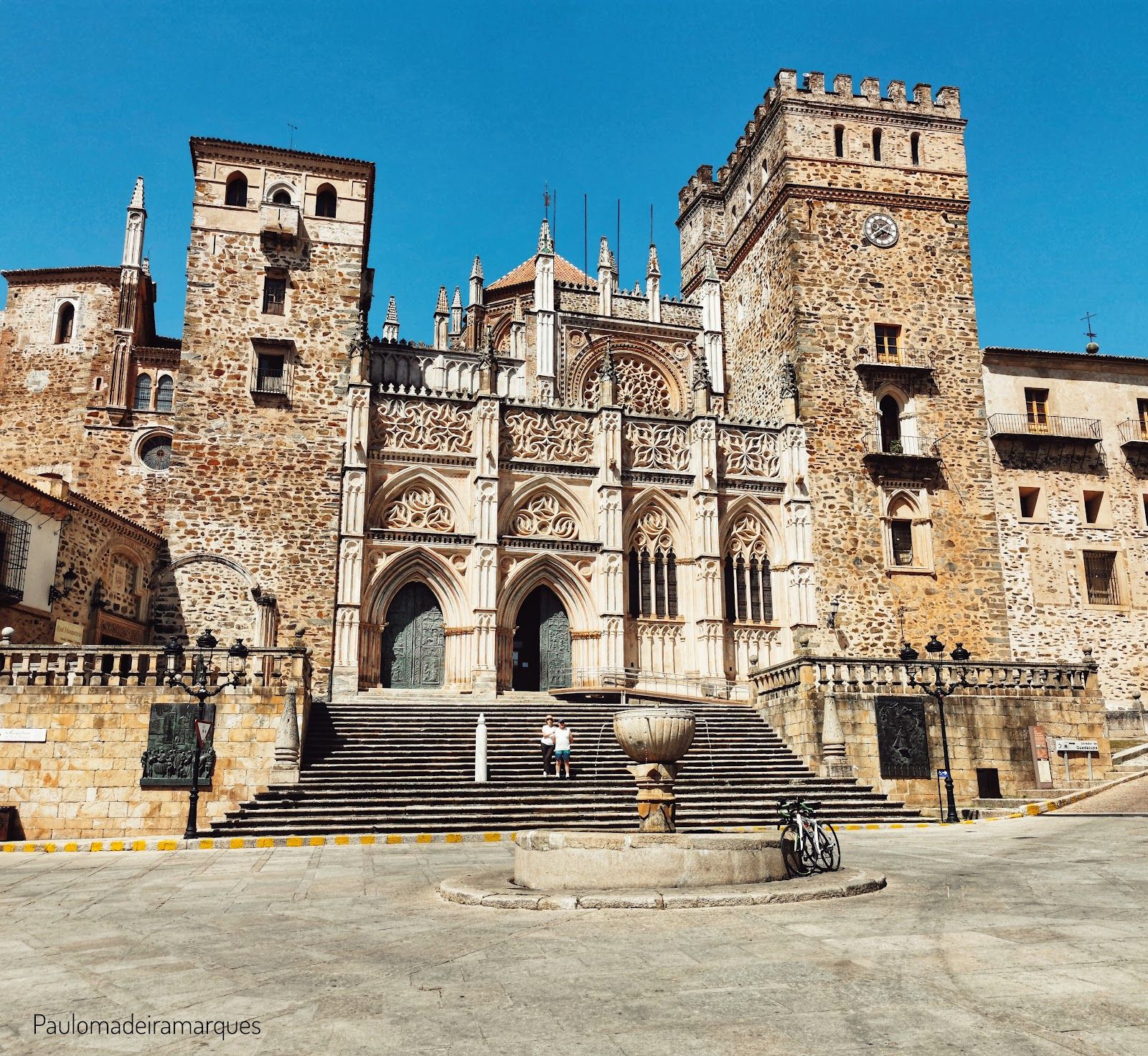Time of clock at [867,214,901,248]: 3:38
